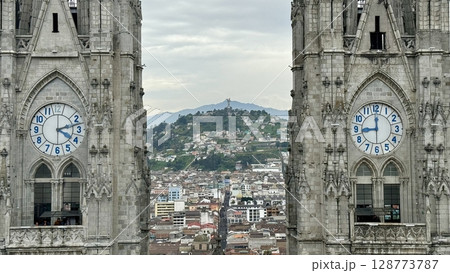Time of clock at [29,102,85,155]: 4:12
